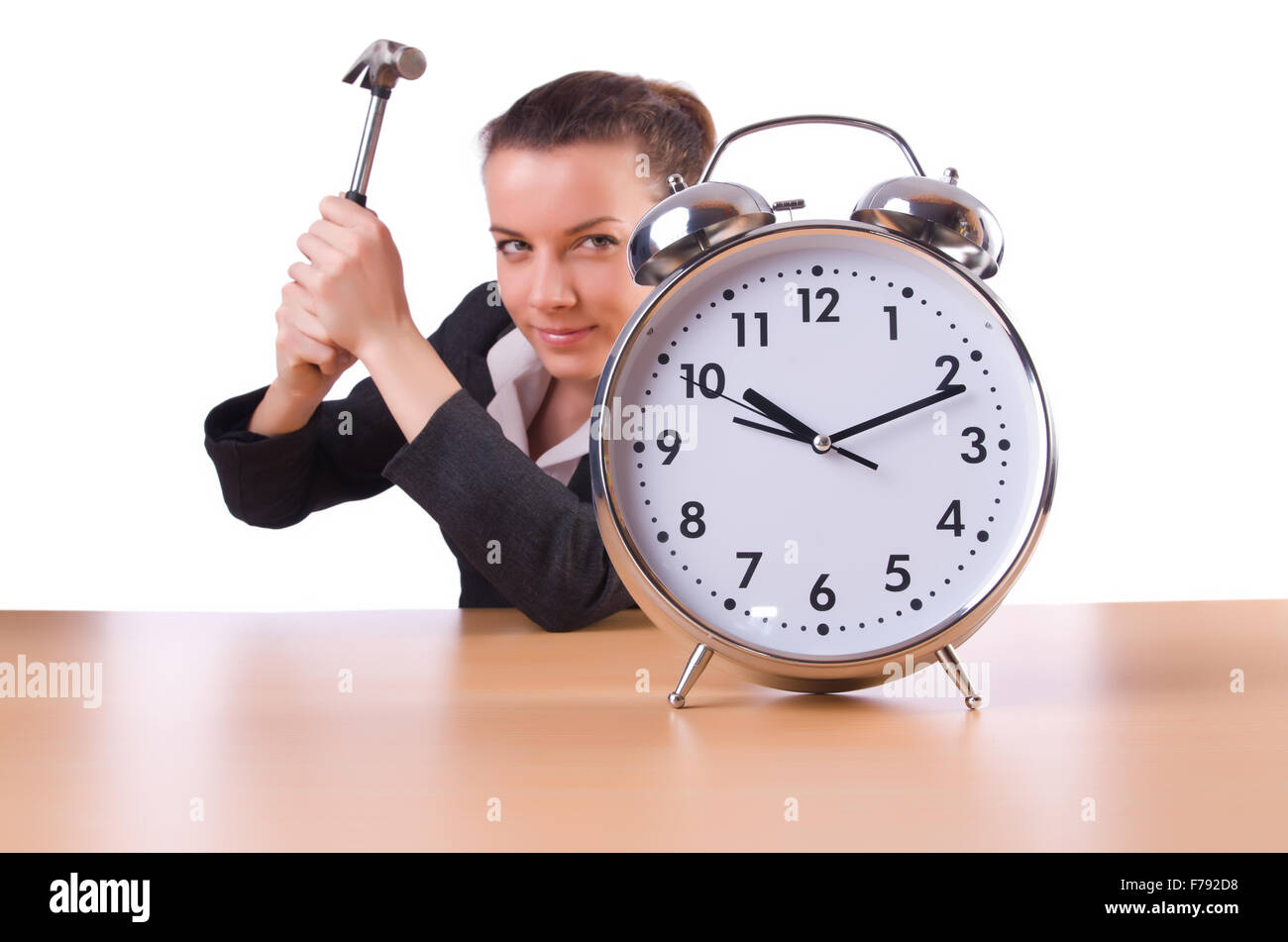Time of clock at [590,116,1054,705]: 10:11
